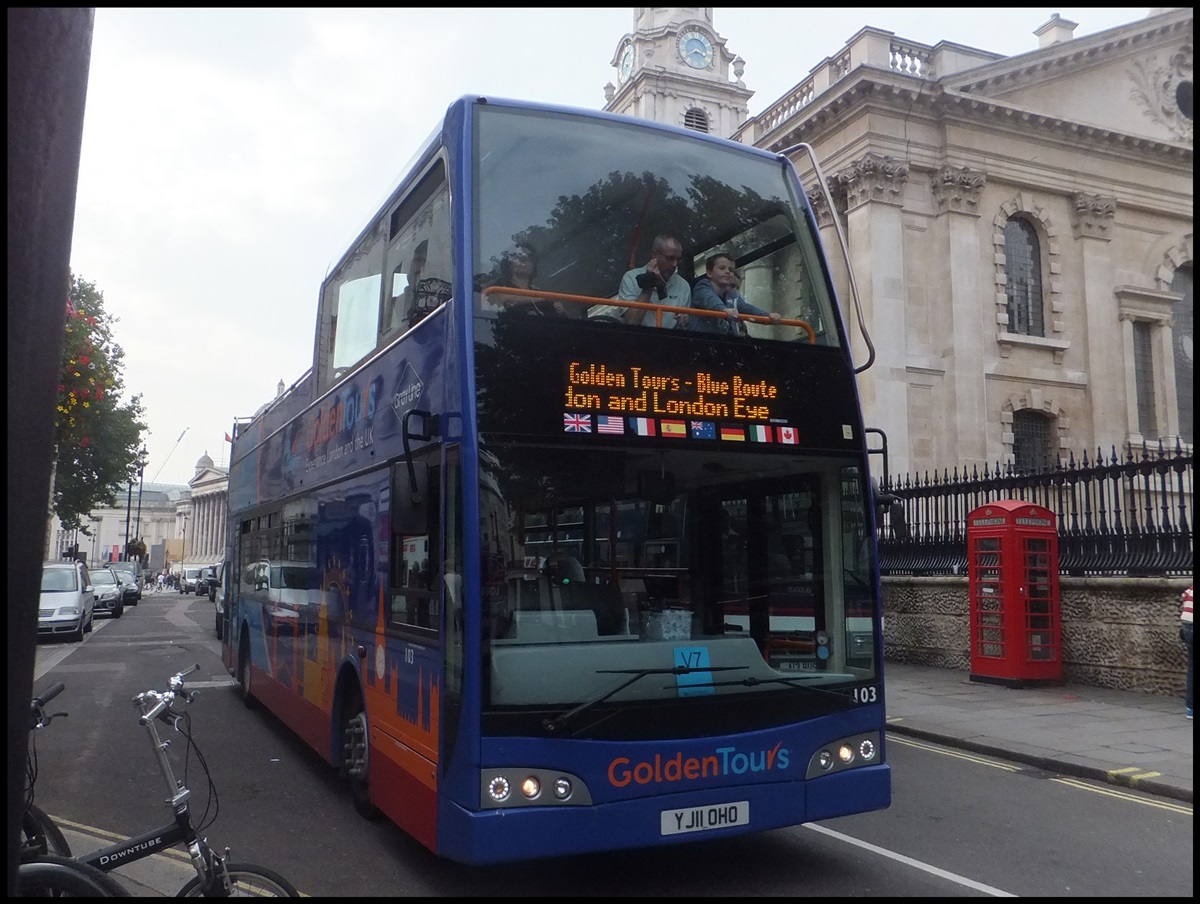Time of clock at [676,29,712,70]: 3:40
